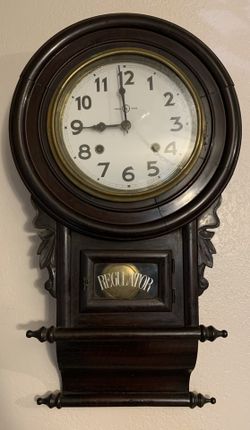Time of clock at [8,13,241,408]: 8:59
